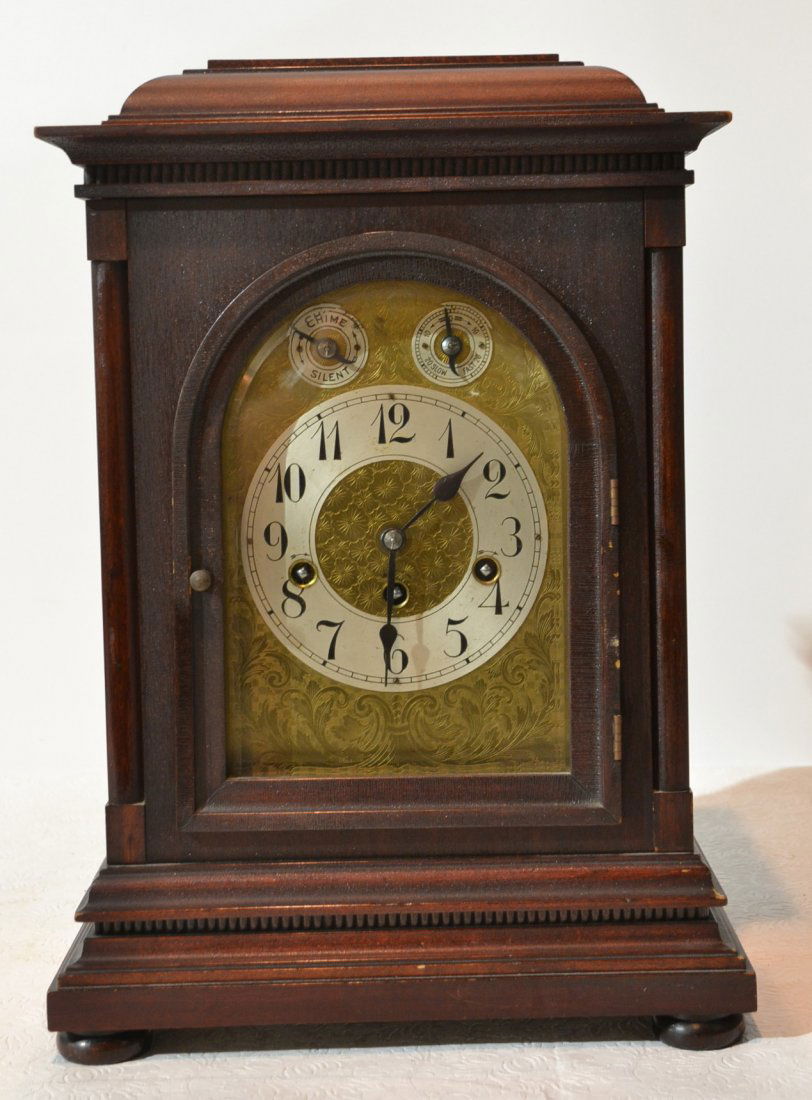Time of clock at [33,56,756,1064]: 1:31
